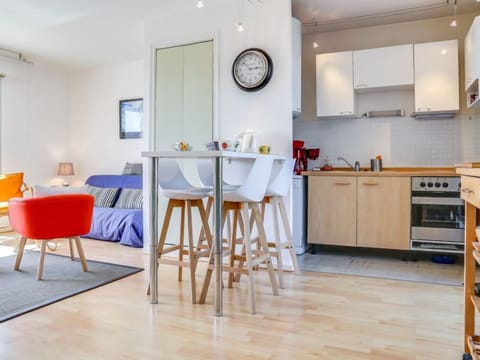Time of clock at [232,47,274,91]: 2:52
